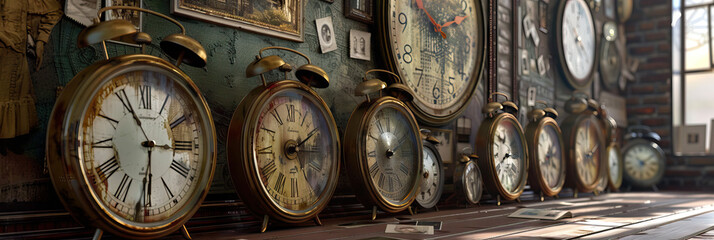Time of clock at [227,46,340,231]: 2:10
